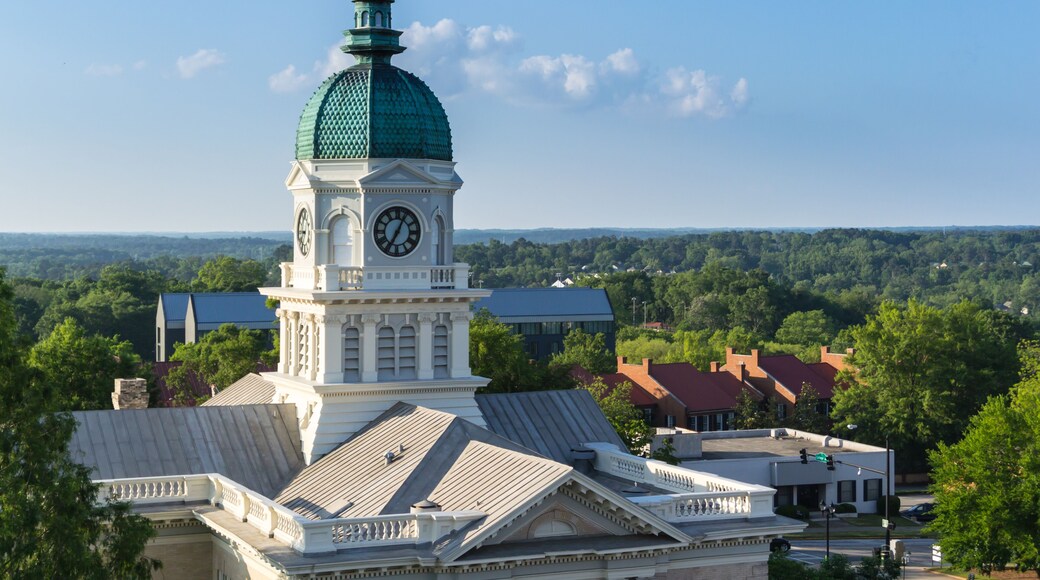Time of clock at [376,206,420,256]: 7:04
